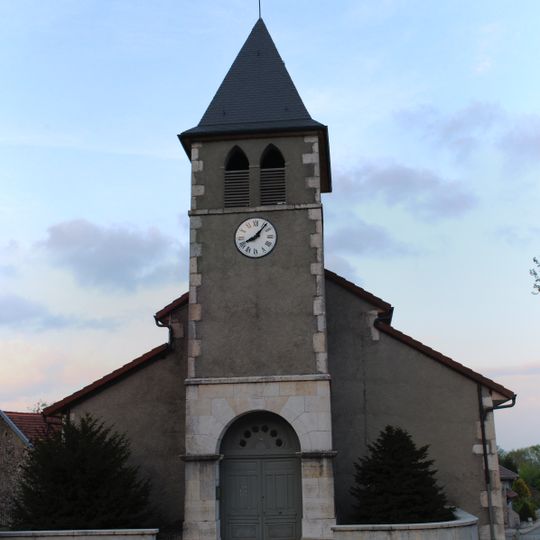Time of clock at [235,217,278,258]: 8:06
